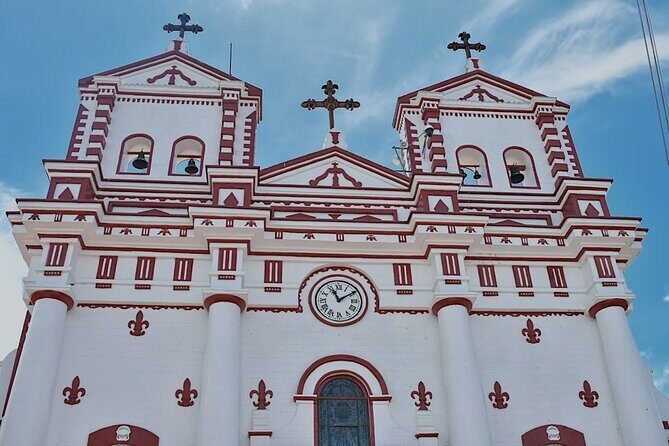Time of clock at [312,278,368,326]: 11:09
